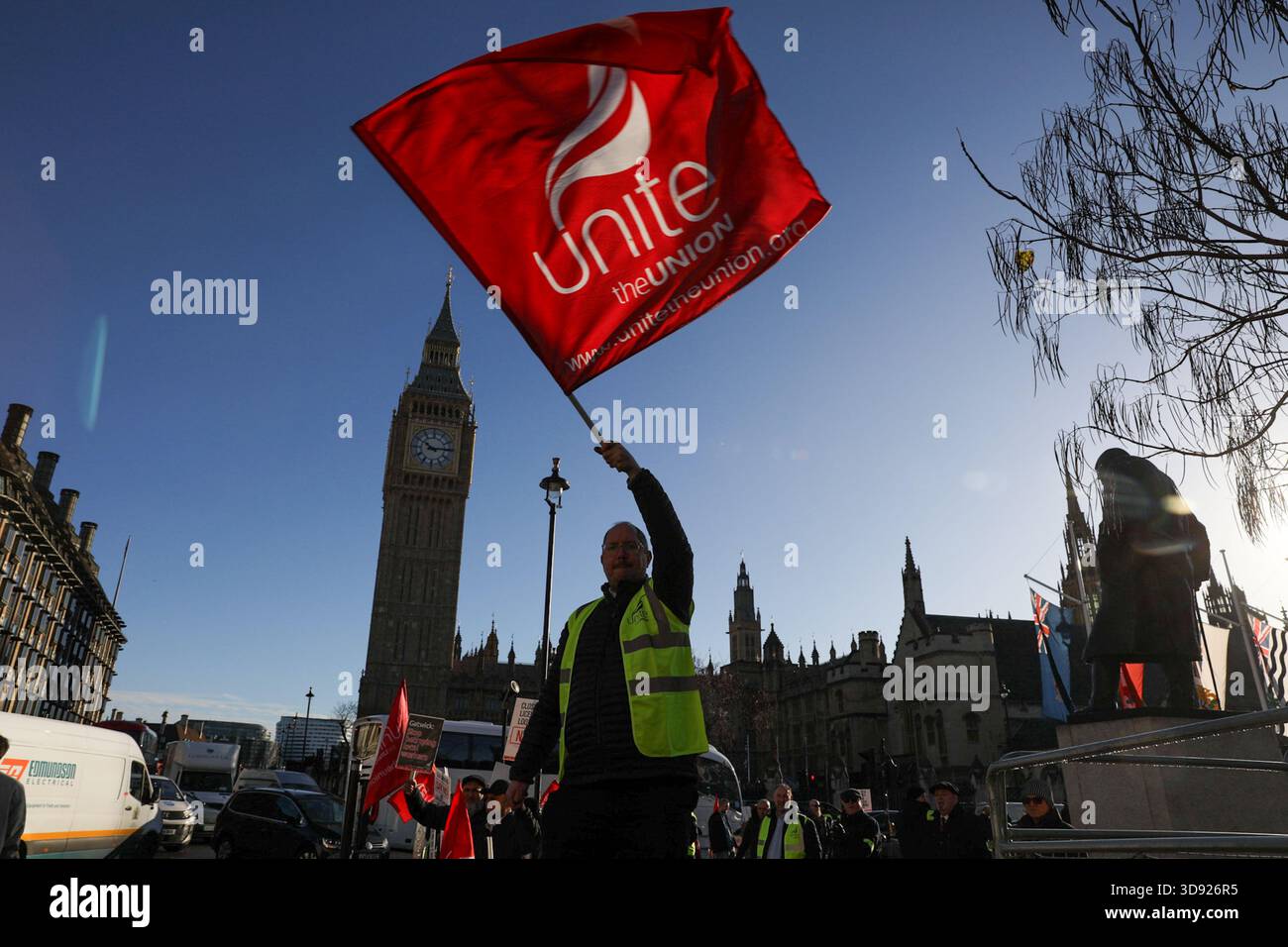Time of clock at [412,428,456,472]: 10:14
